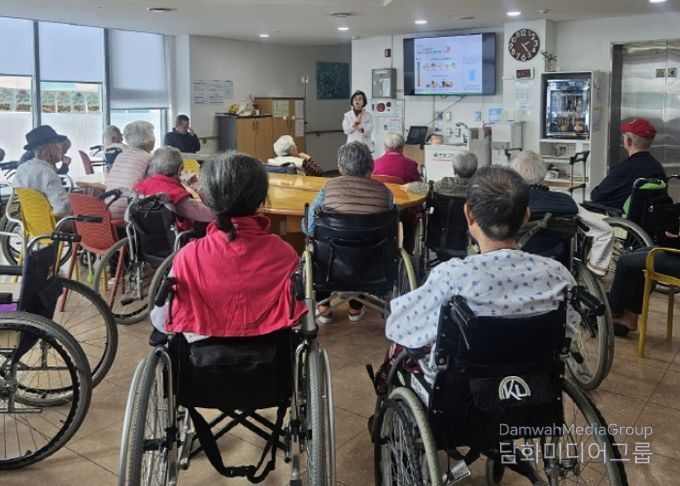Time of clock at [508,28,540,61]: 2:24
